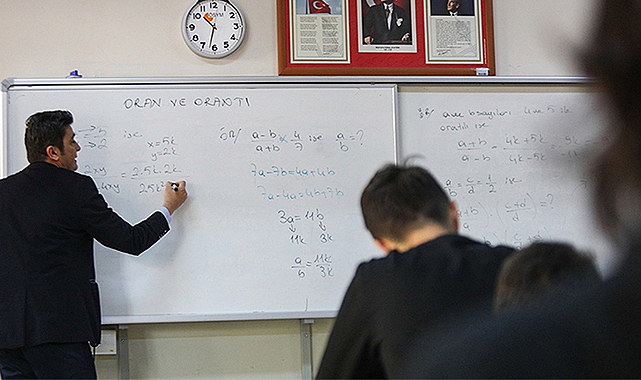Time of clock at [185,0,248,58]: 10:32
